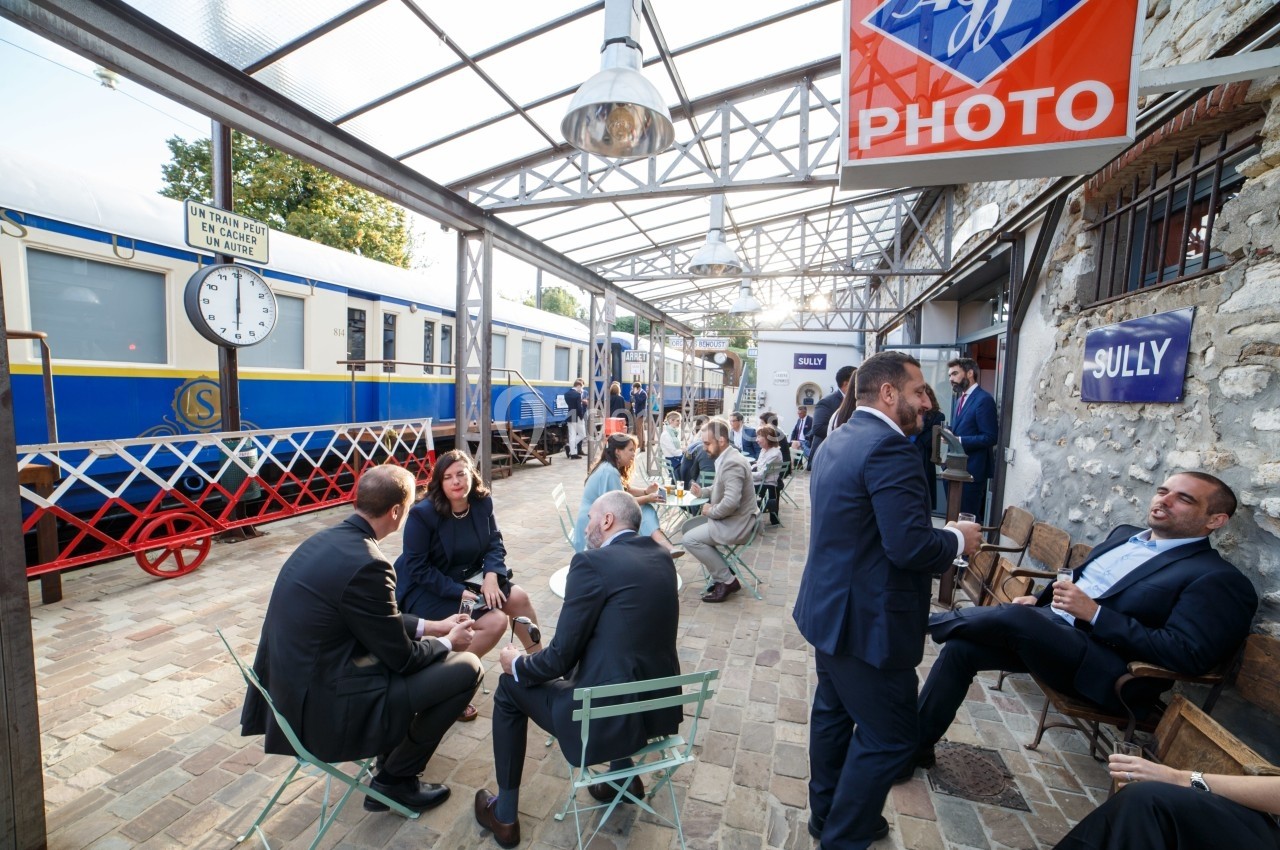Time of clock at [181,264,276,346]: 6:00
